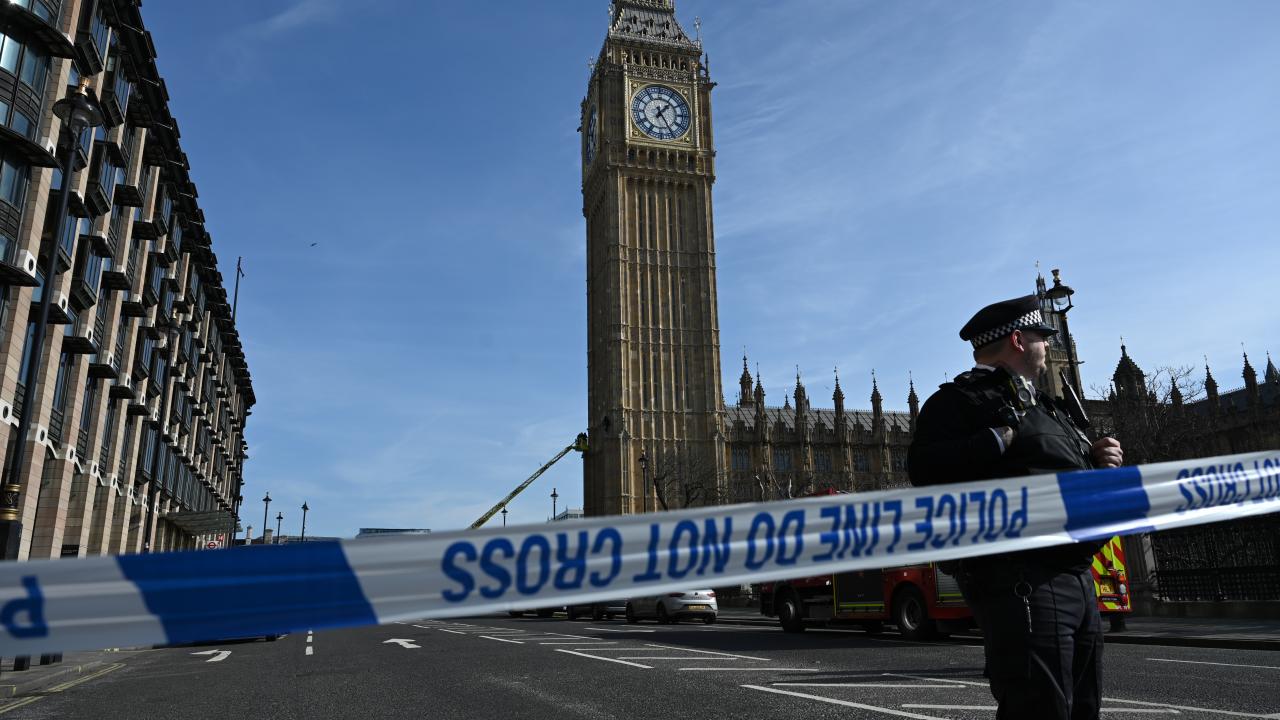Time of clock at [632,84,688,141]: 1:25
